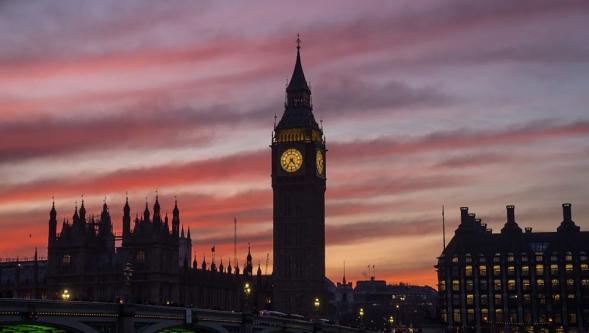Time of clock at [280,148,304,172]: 4:36
